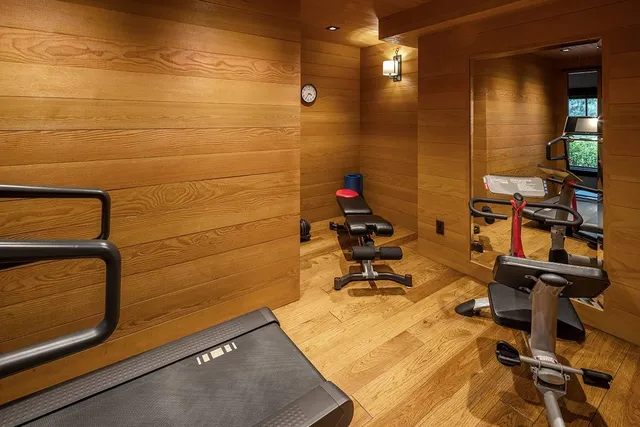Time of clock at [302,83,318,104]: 3:35
